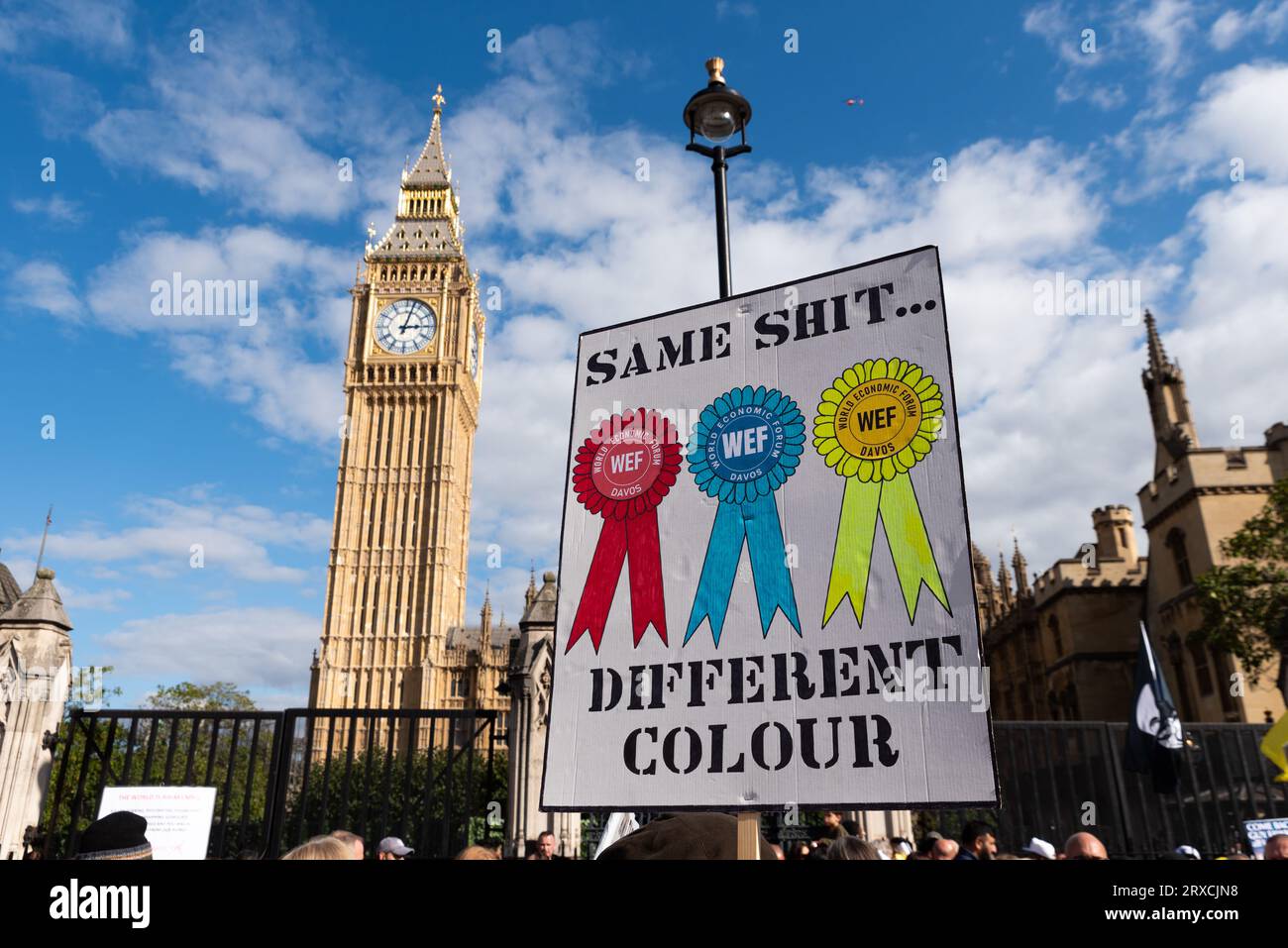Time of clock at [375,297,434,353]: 3:02
